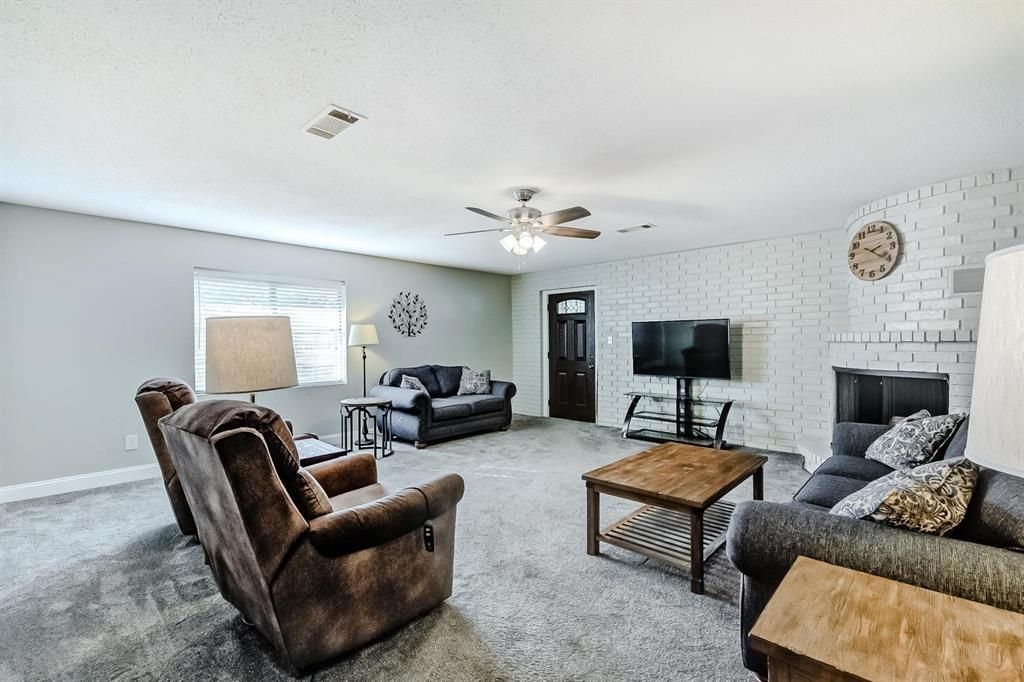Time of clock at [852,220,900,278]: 2:20
